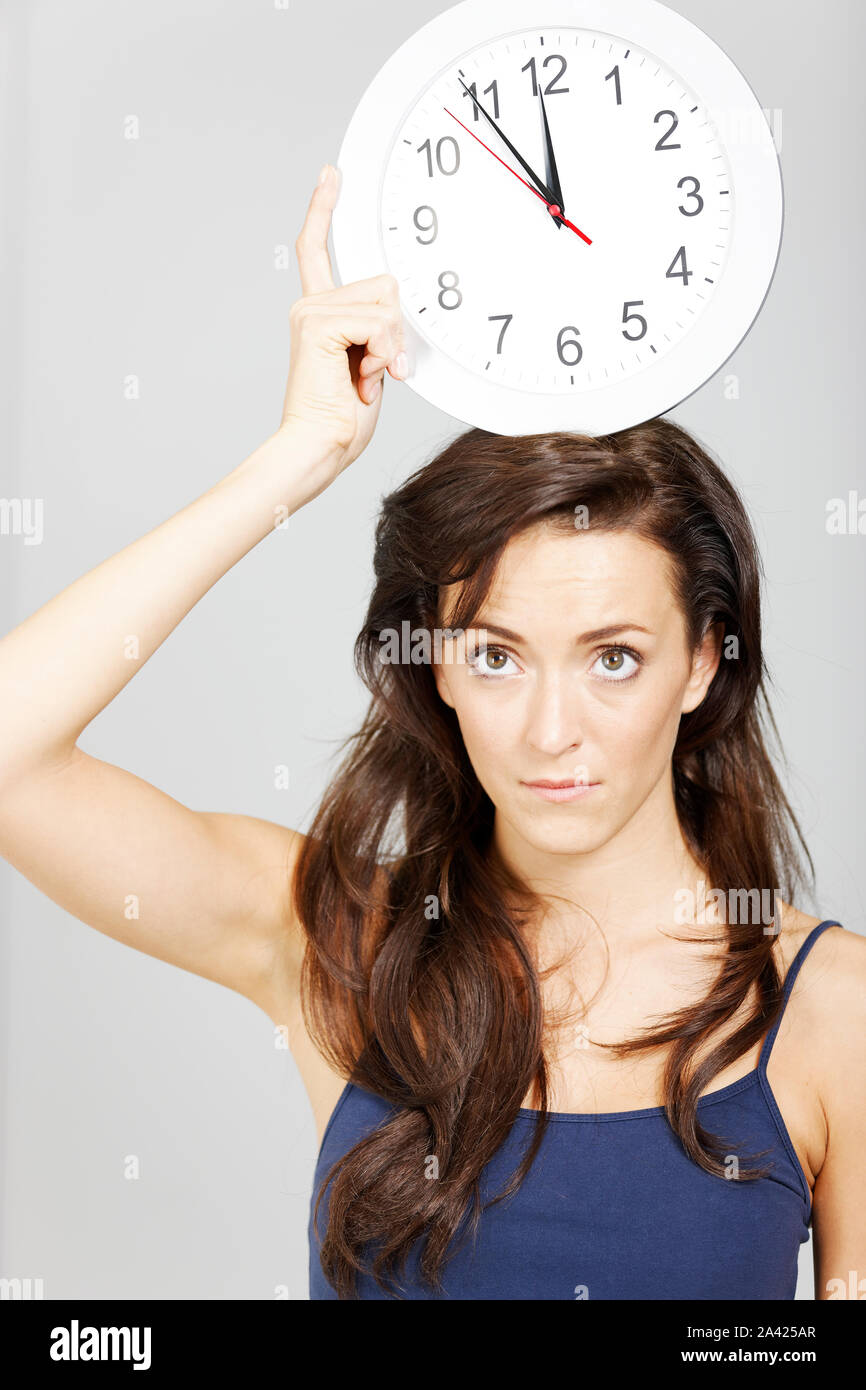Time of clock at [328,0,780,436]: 11:54
